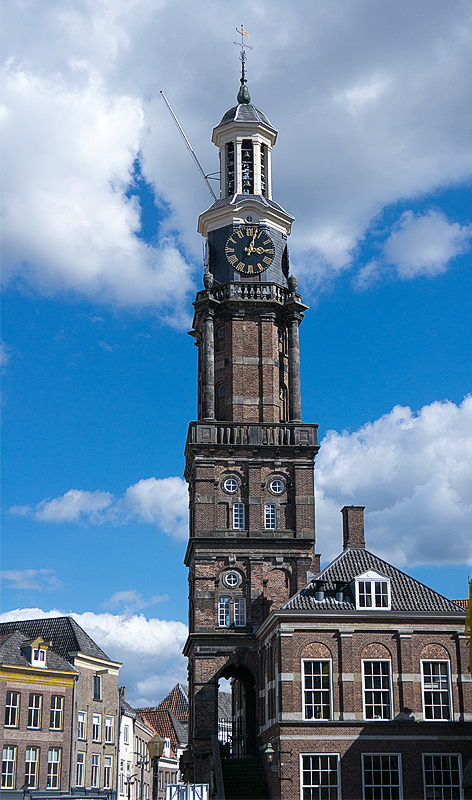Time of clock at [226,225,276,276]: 3:02
